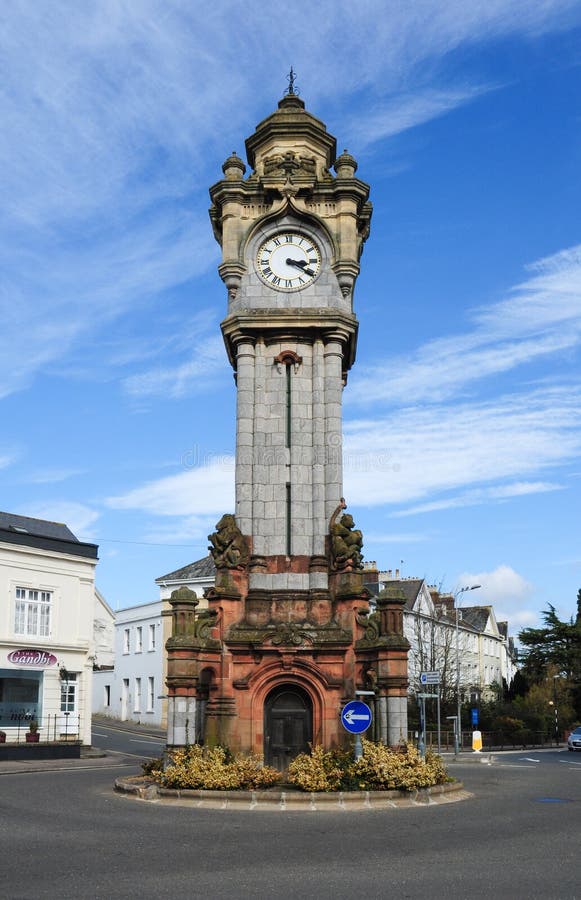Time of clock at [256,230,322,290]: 3:20
